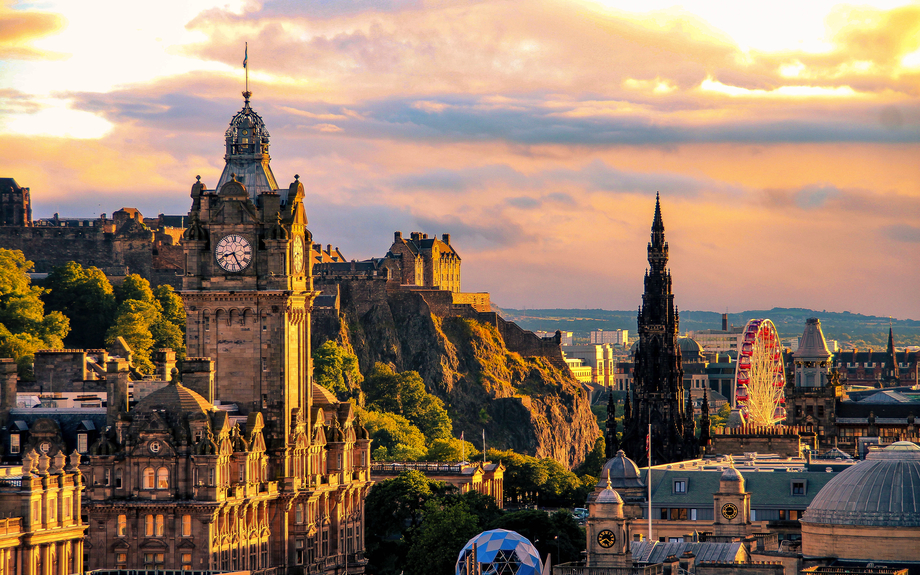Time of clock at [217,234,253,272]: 8:25
